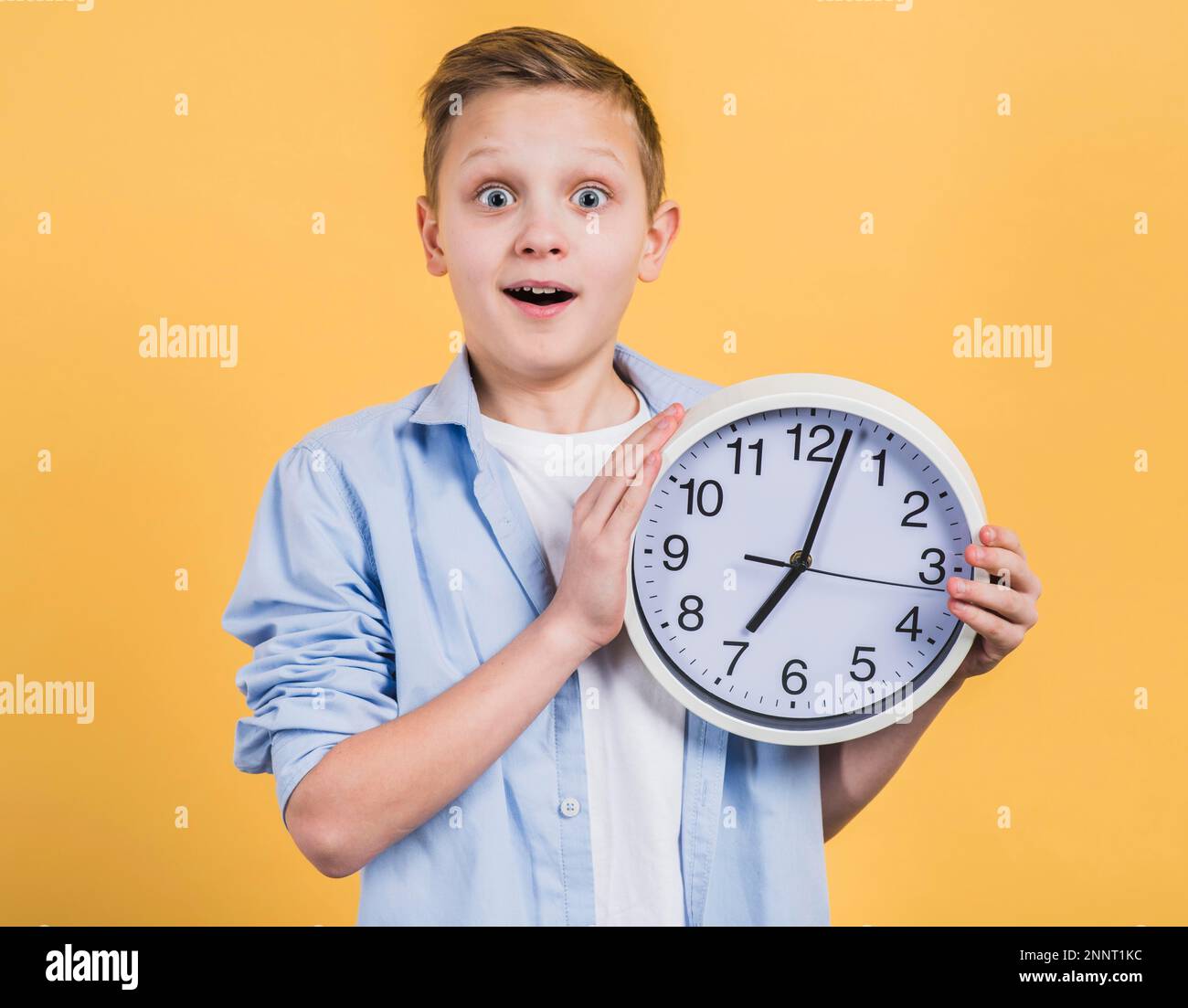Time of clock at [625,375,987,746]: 7:02
